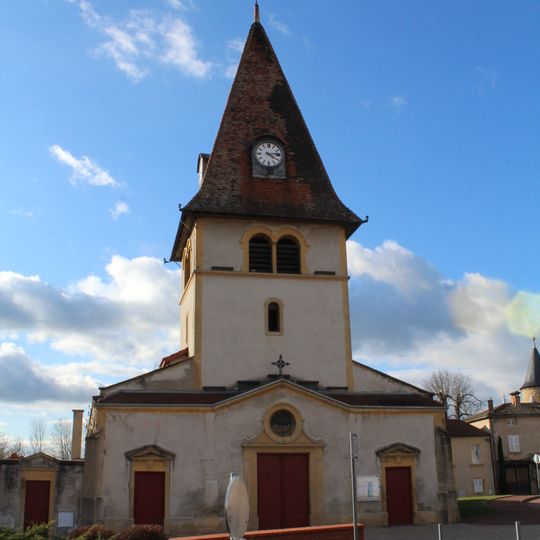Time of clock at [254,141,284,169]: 4:13
